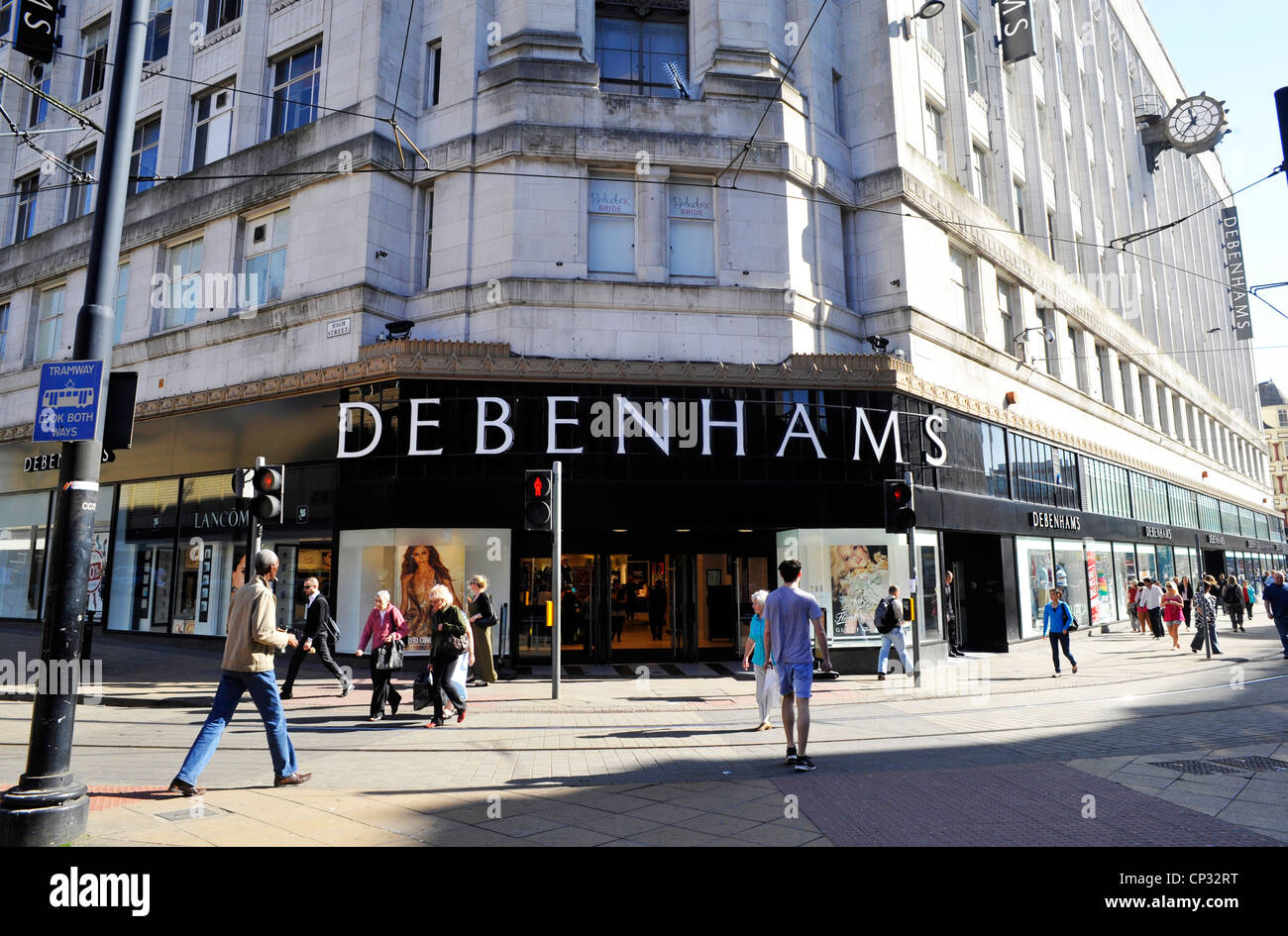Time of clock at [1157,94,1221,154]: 11:36
